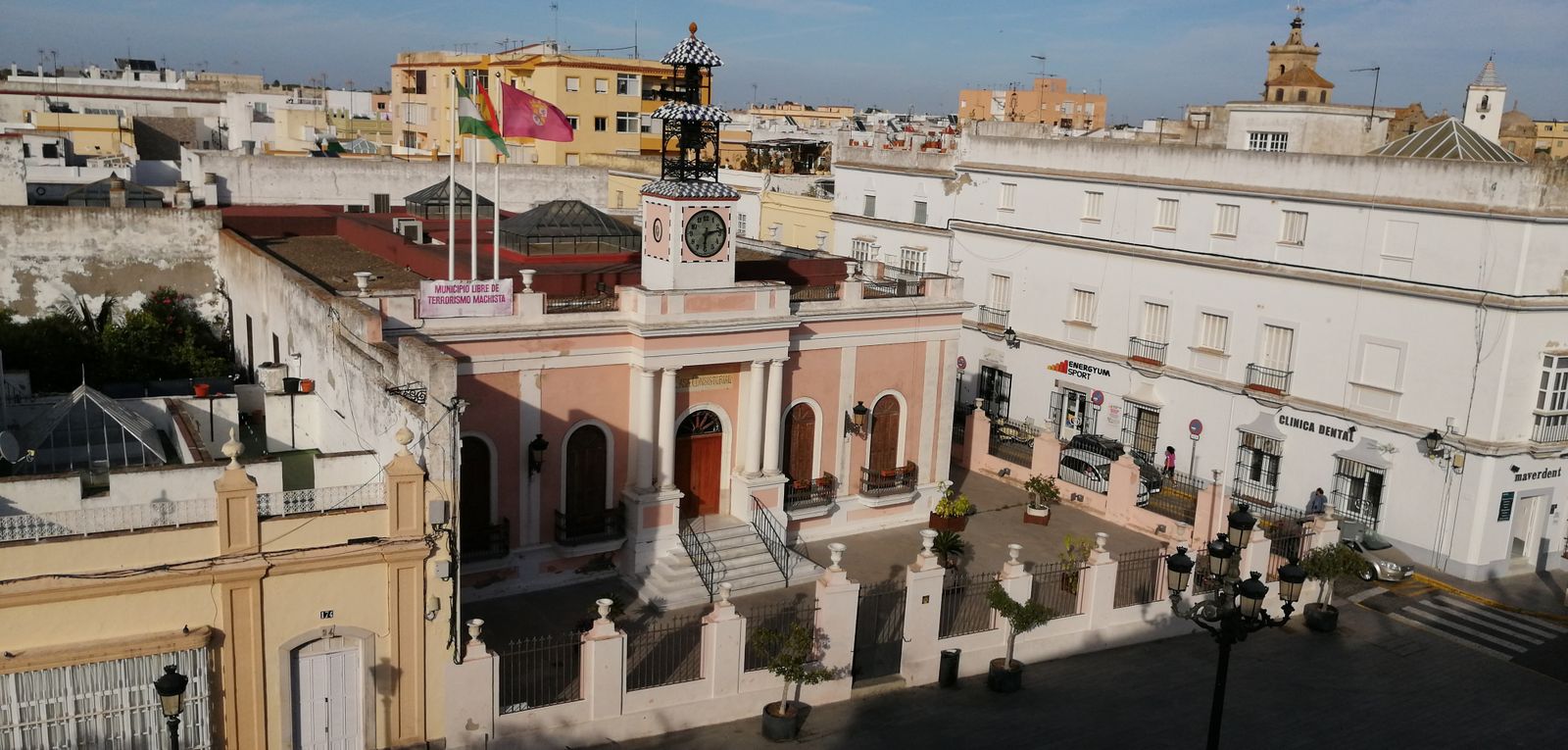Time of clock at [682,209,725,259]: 6:13
